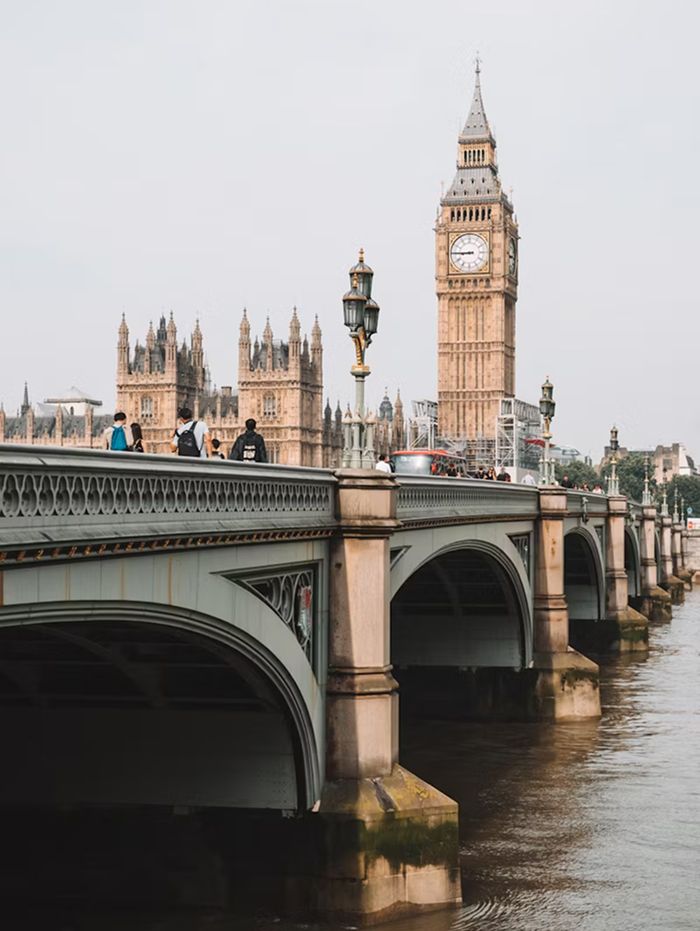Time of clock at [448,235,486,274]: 8:45
